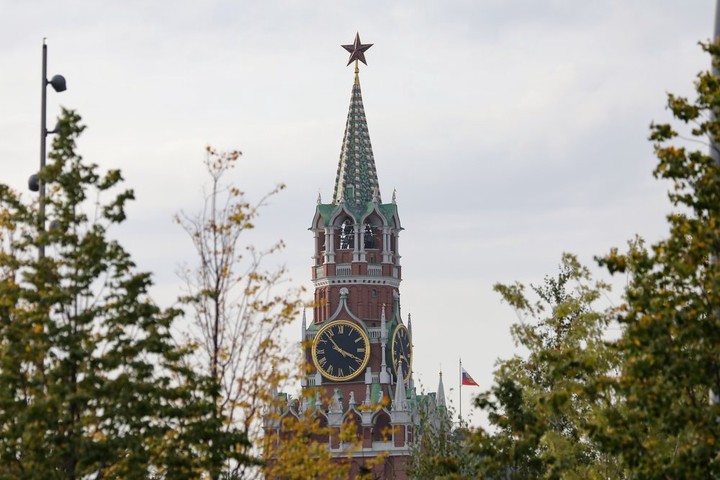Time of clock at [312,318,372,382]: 3:53
